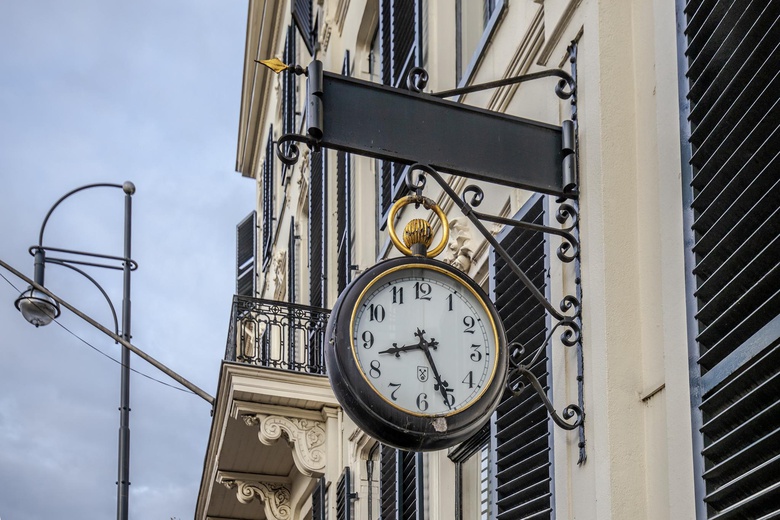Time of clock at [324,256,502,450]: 8:25
